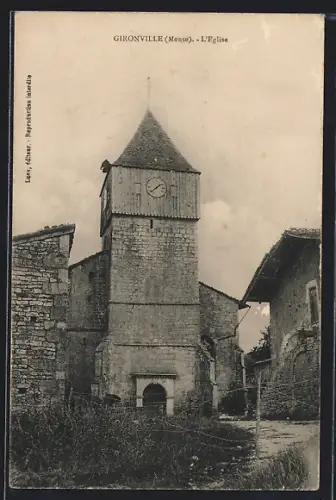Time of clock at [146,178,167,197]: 1:38
